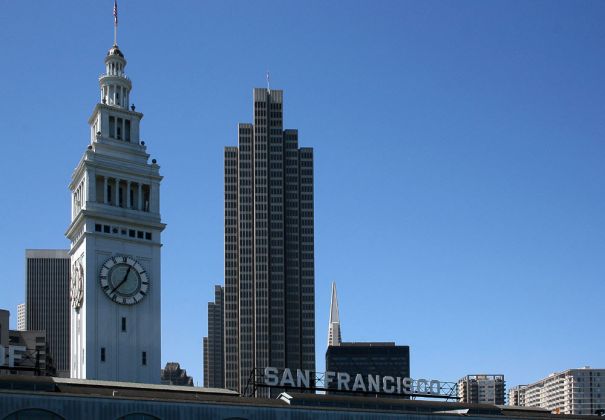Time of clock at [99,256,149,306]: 12:37
